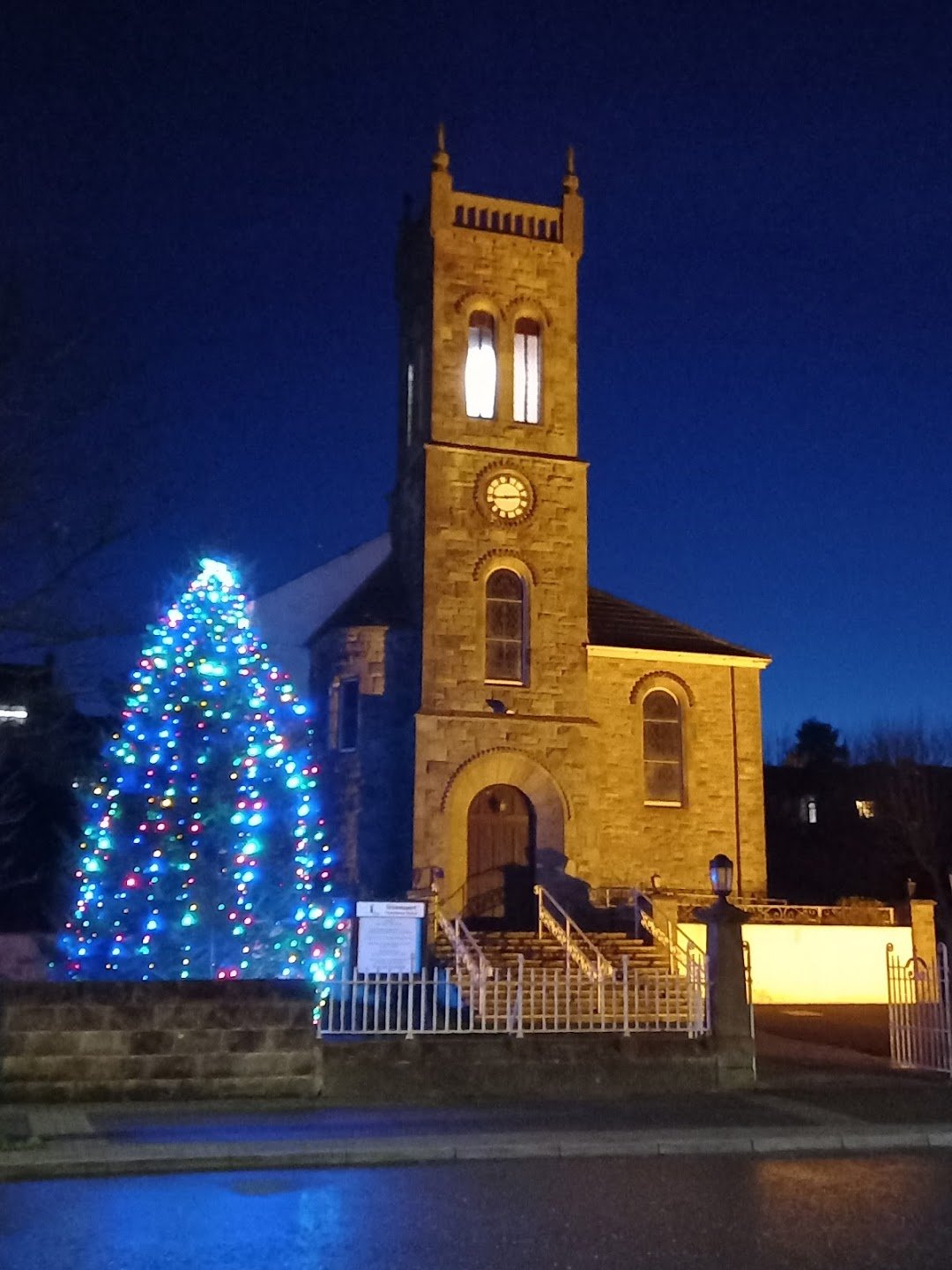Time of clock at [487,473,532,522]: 2:44
